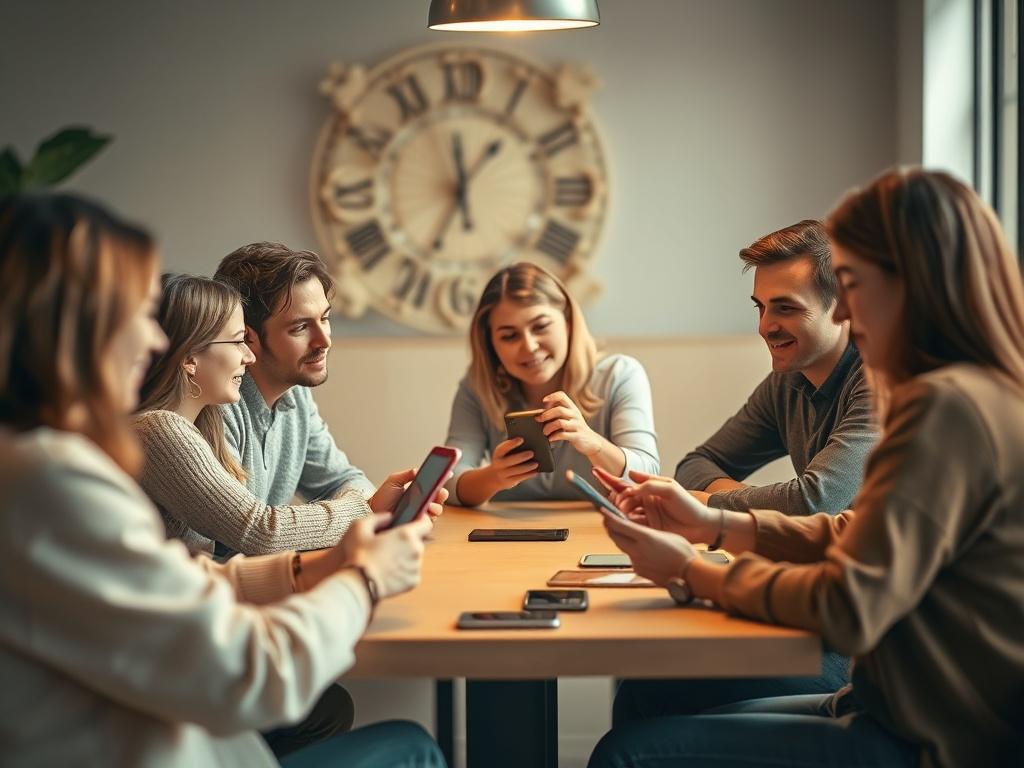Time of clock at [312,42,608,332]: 11:34
